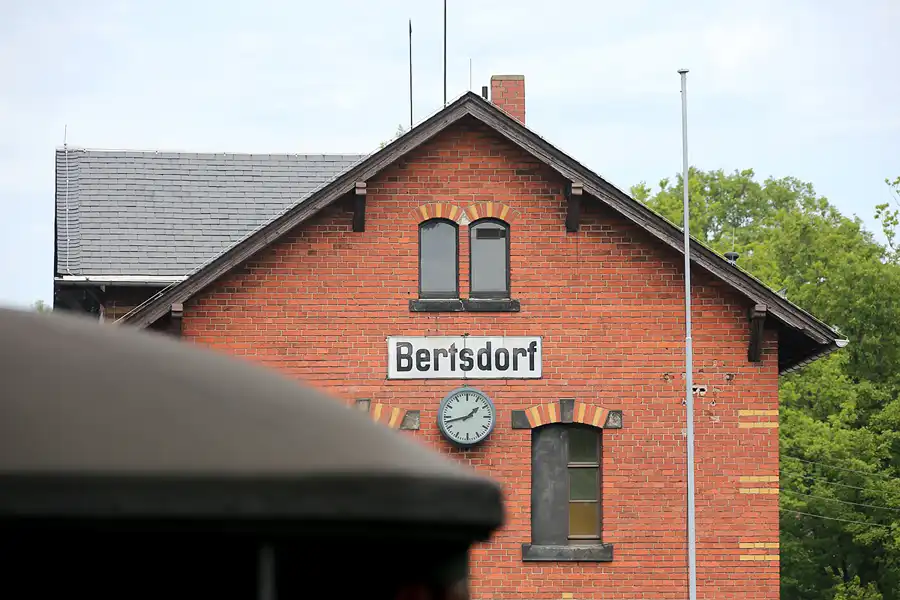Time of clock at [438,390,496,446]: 1:42
